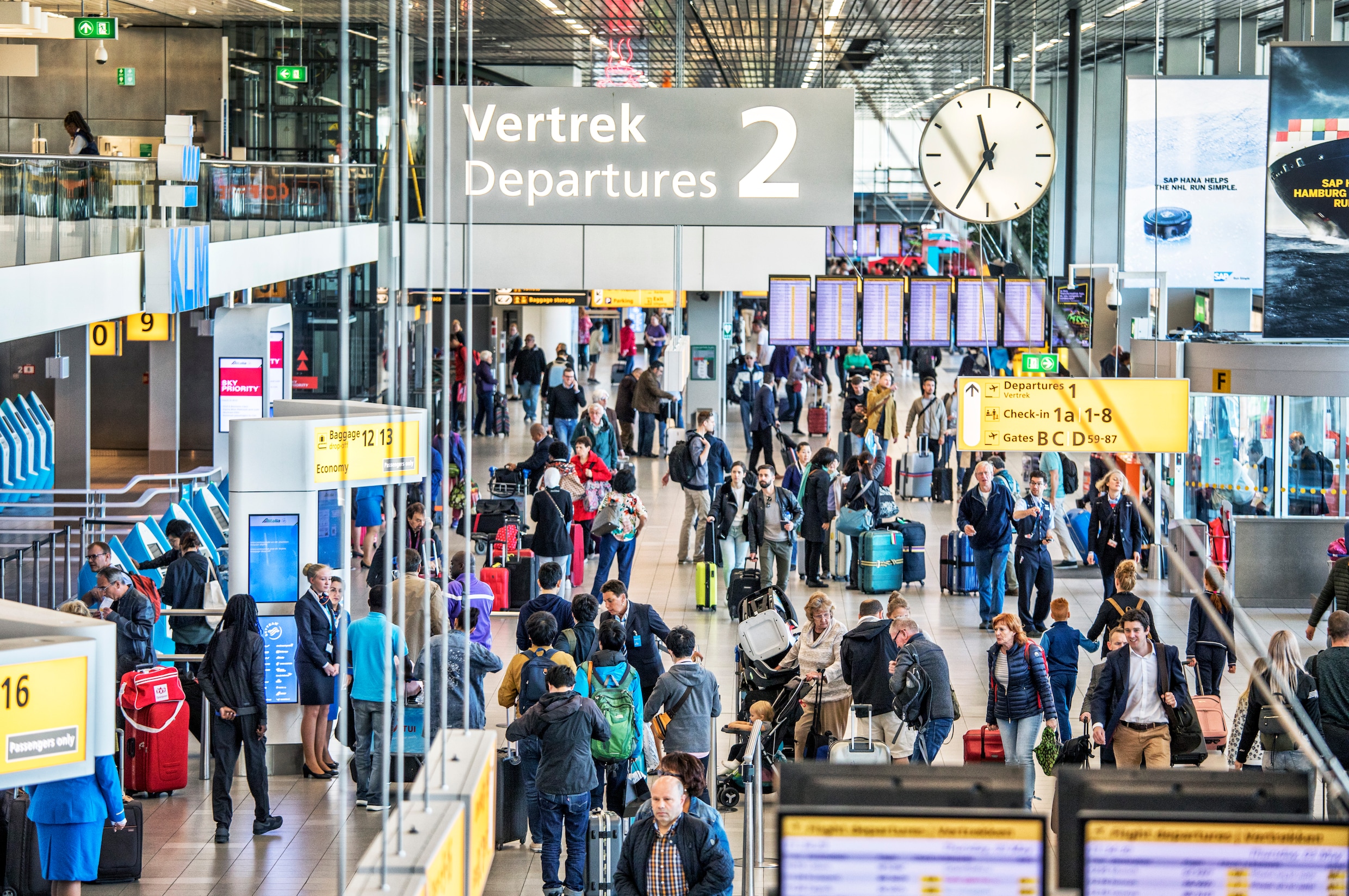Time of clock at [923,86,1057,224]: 11:35
